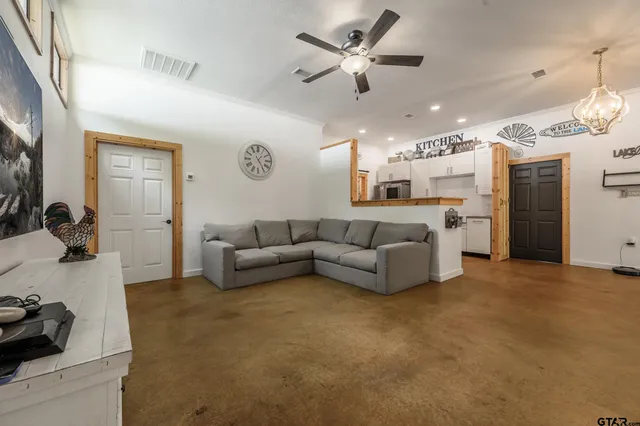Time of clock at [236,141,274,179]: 1:24
